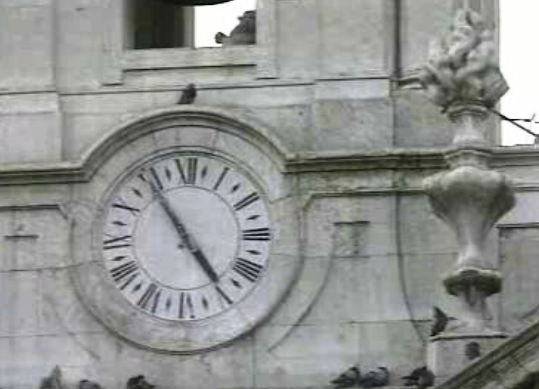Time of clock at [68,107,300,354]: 4:54
